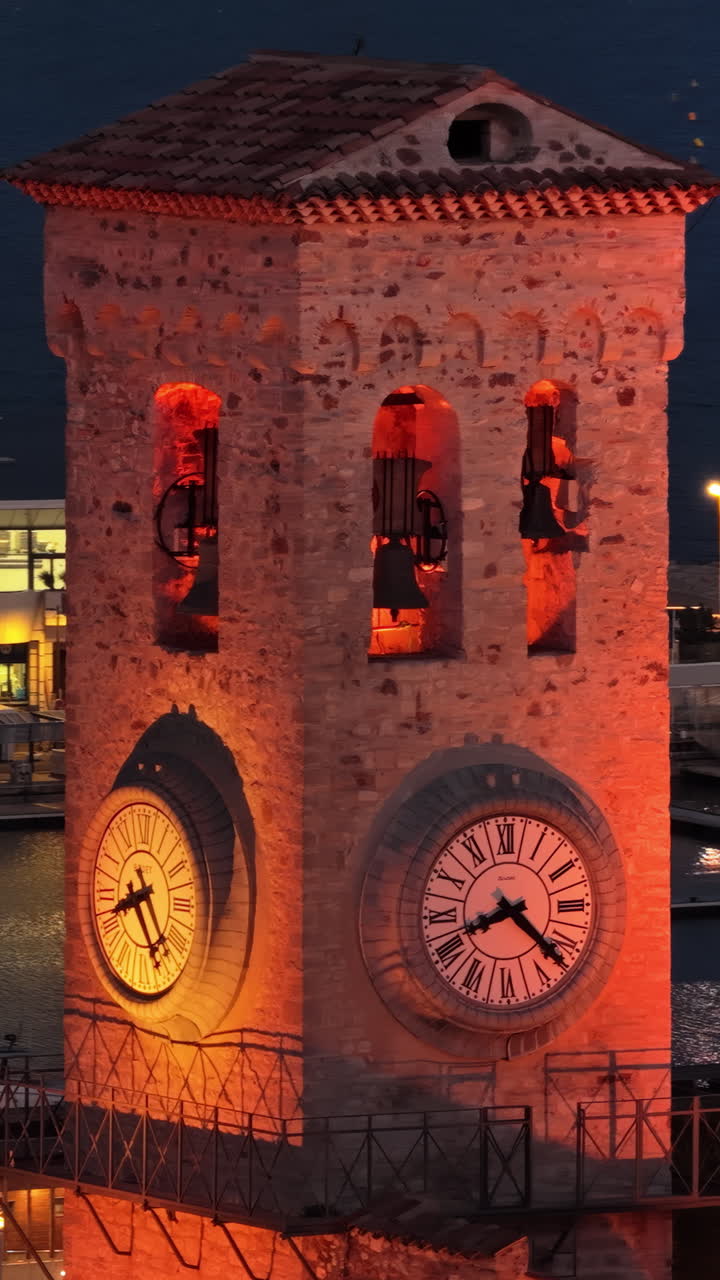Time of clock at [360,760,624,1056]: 8:22
